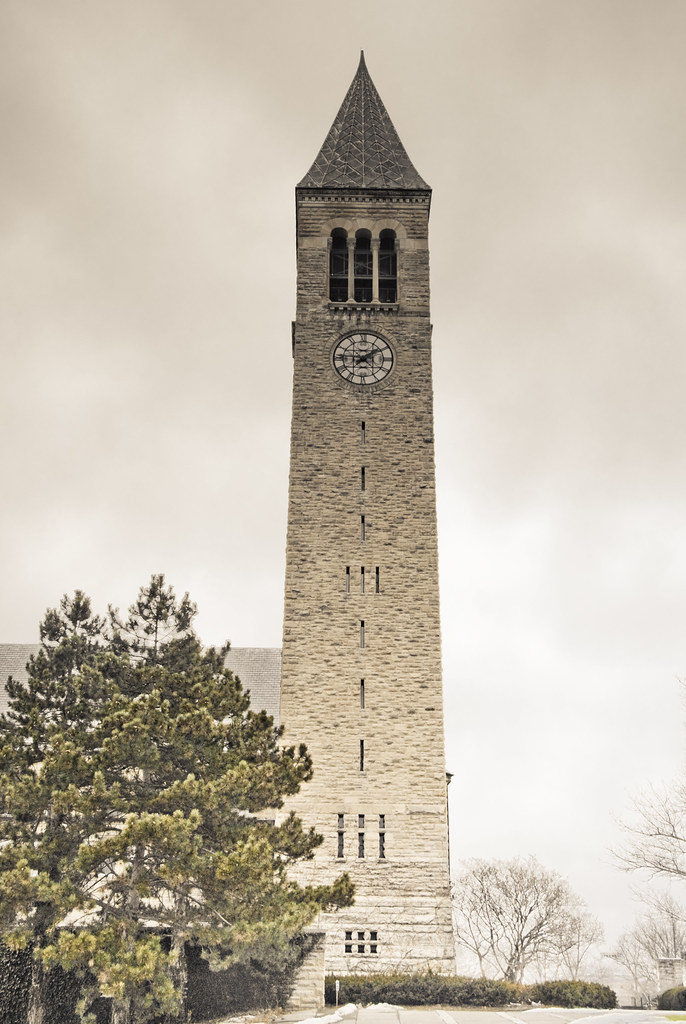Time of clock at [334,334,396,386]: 1:46
